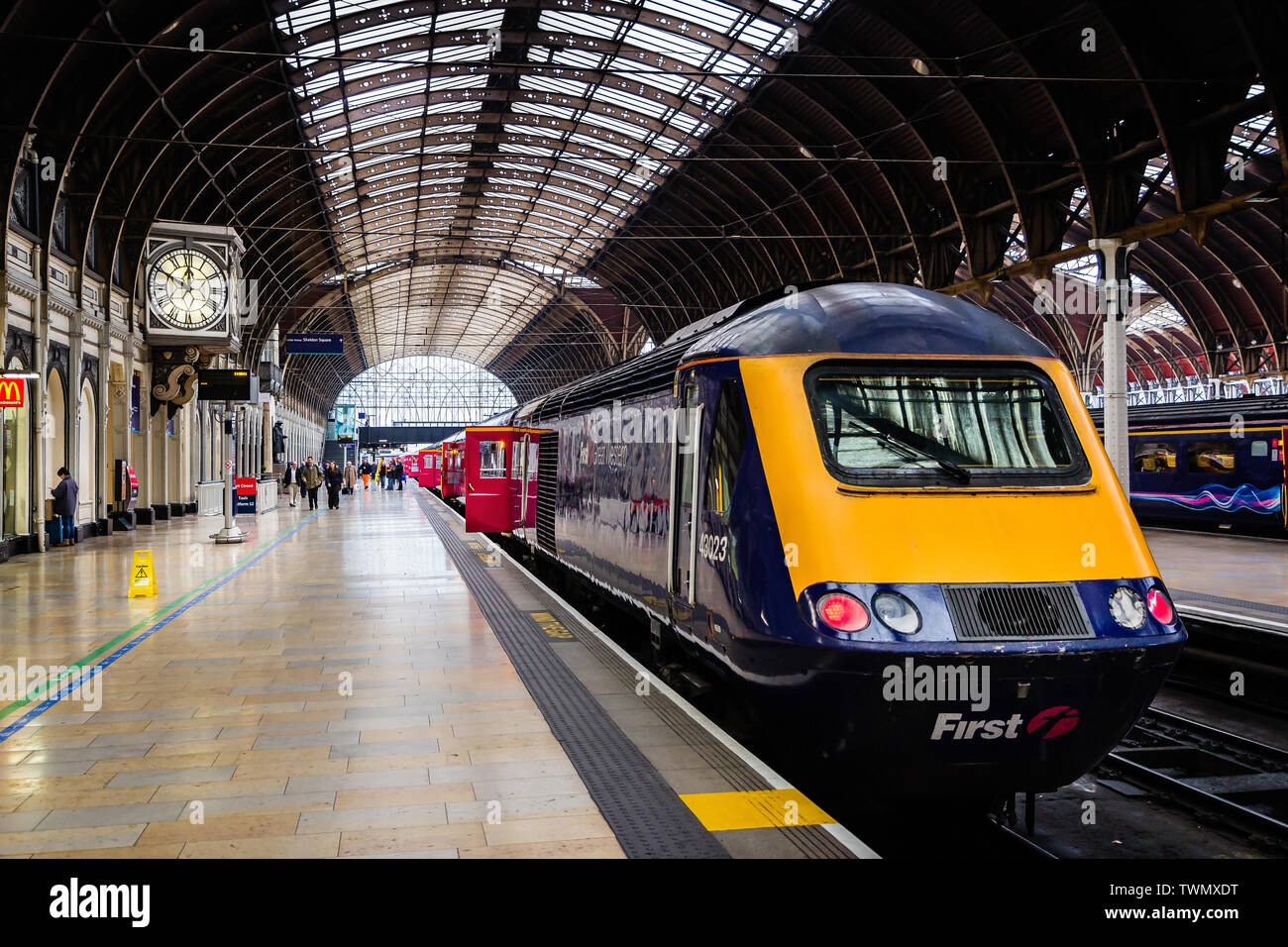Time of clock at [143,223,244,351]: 11:49
